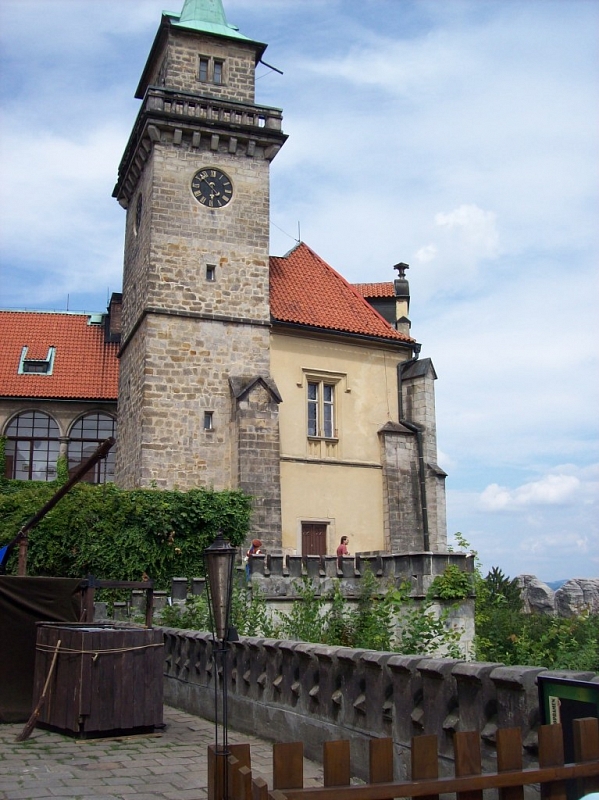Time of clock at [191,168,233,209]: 5:51
